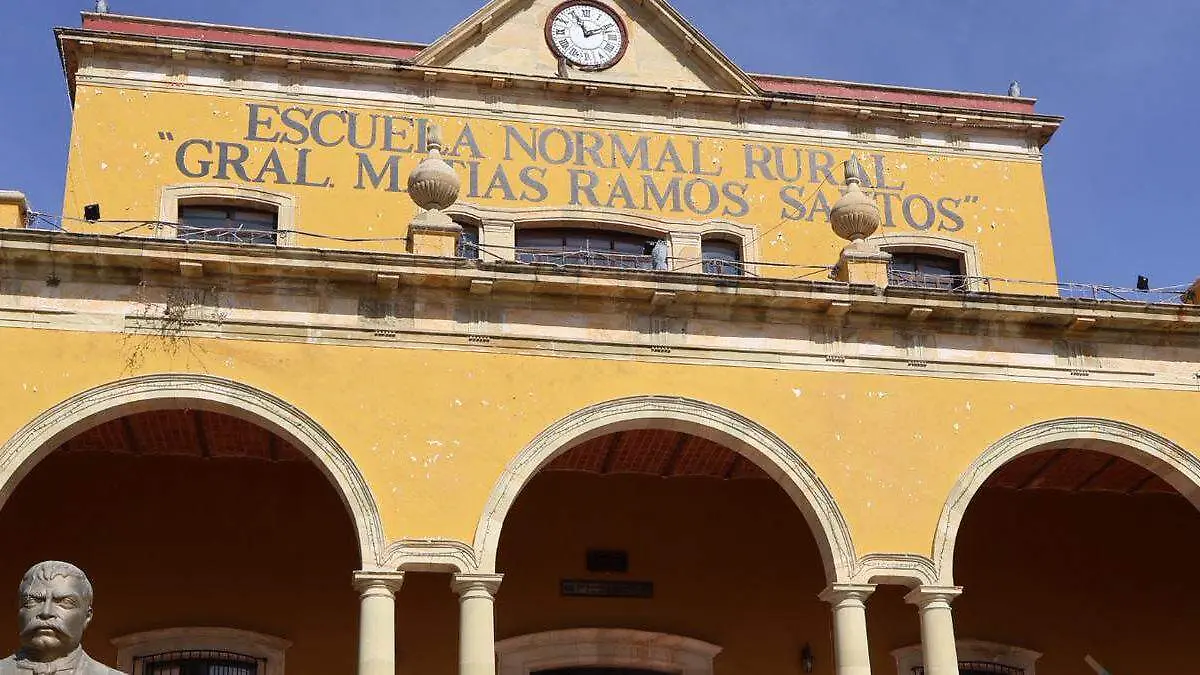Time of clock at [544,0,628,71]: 11:10
